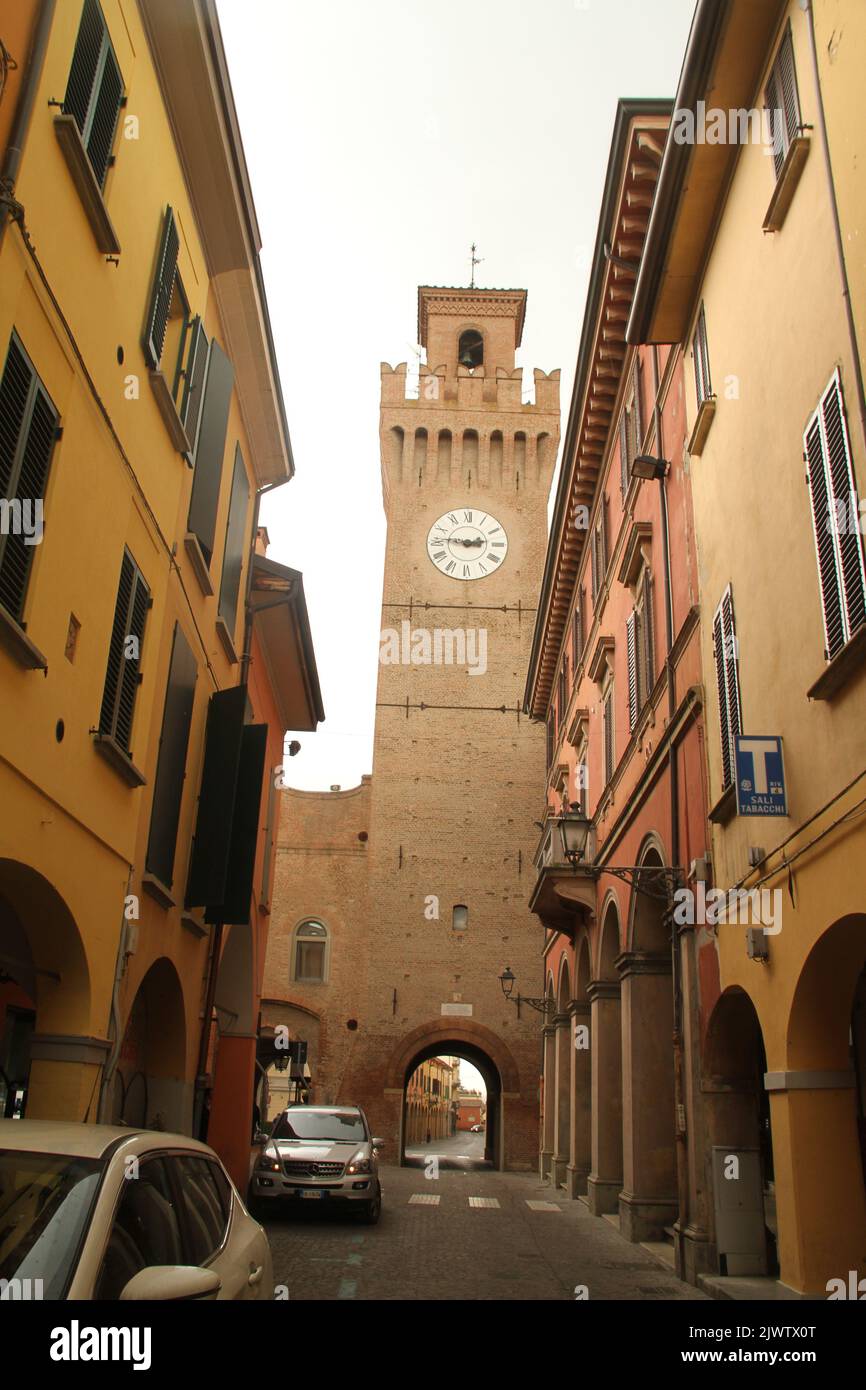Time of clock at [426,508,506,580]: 2:46
